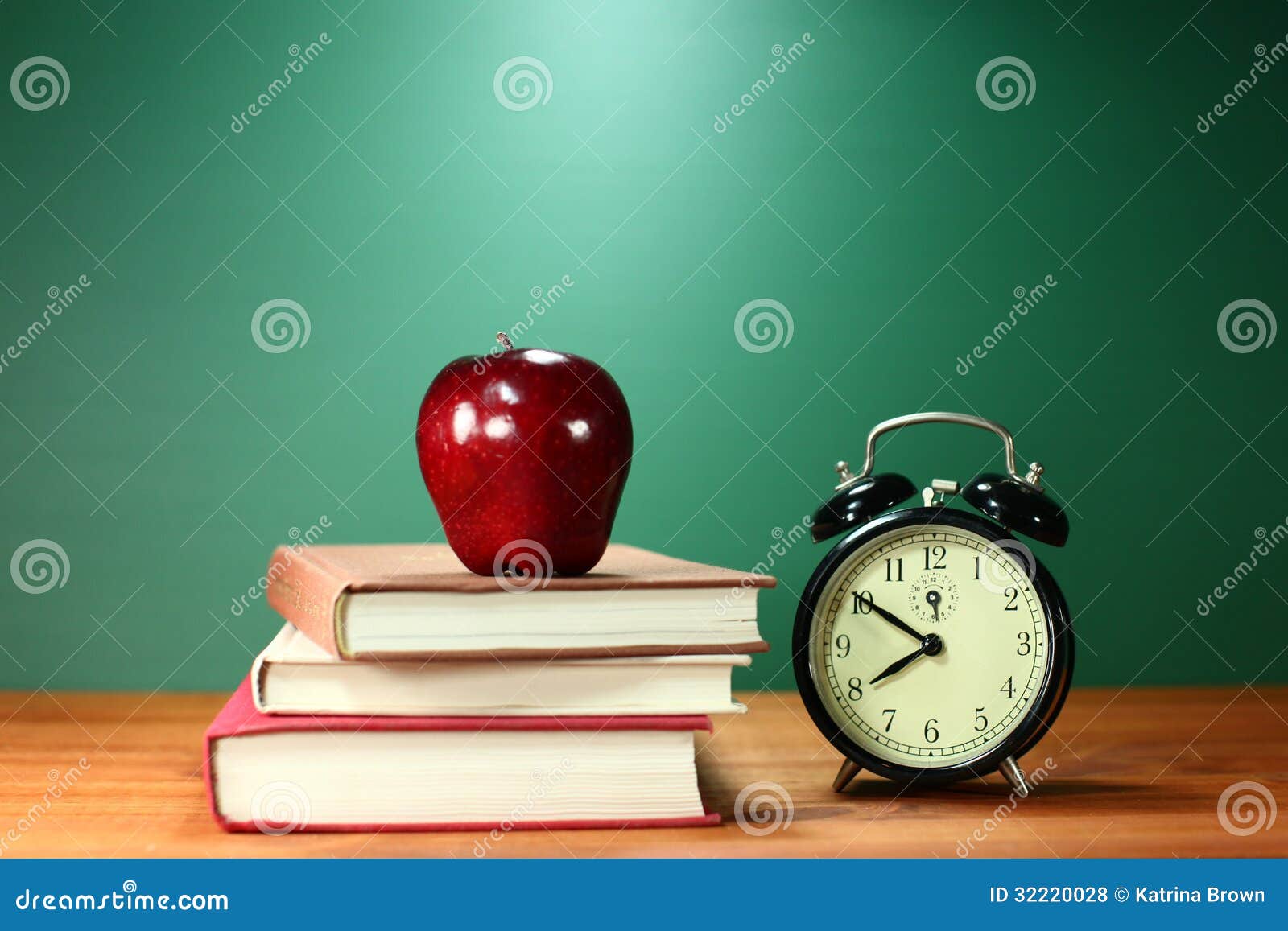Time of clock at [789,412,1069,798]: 7:50
